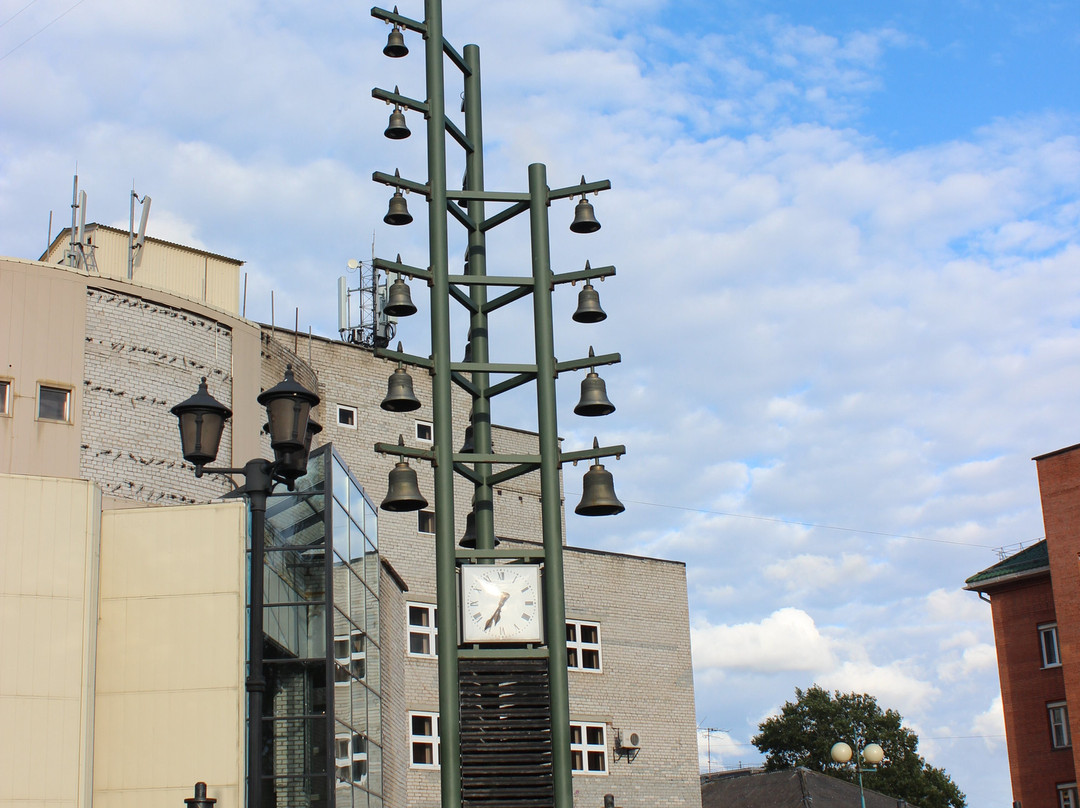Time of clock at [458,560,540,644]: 6:35
